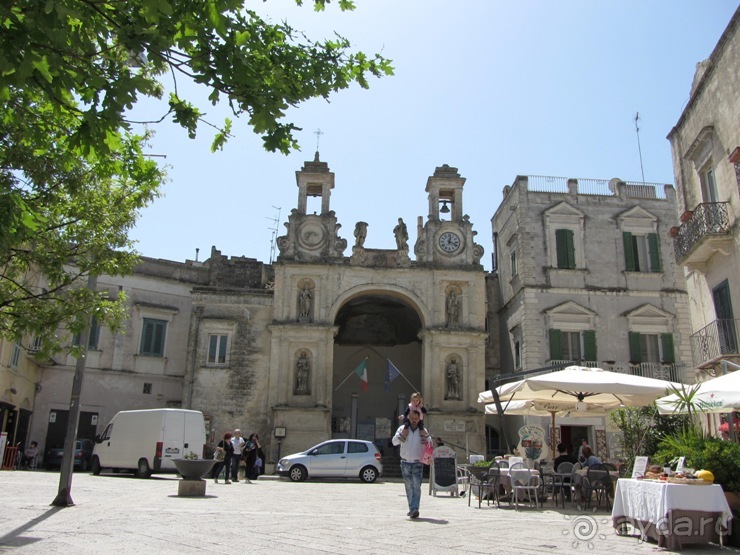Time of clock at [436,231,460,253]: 12:18
